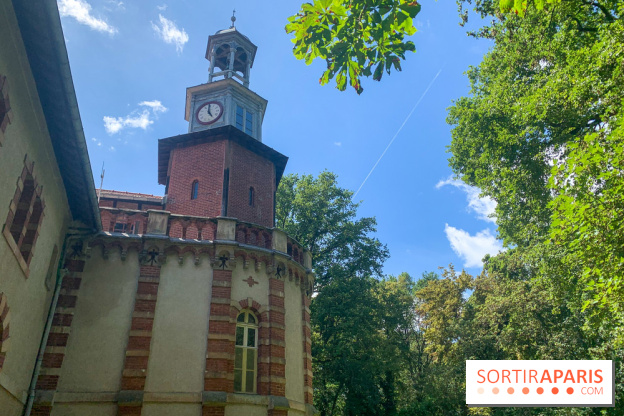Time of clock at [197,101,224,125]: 4:59
